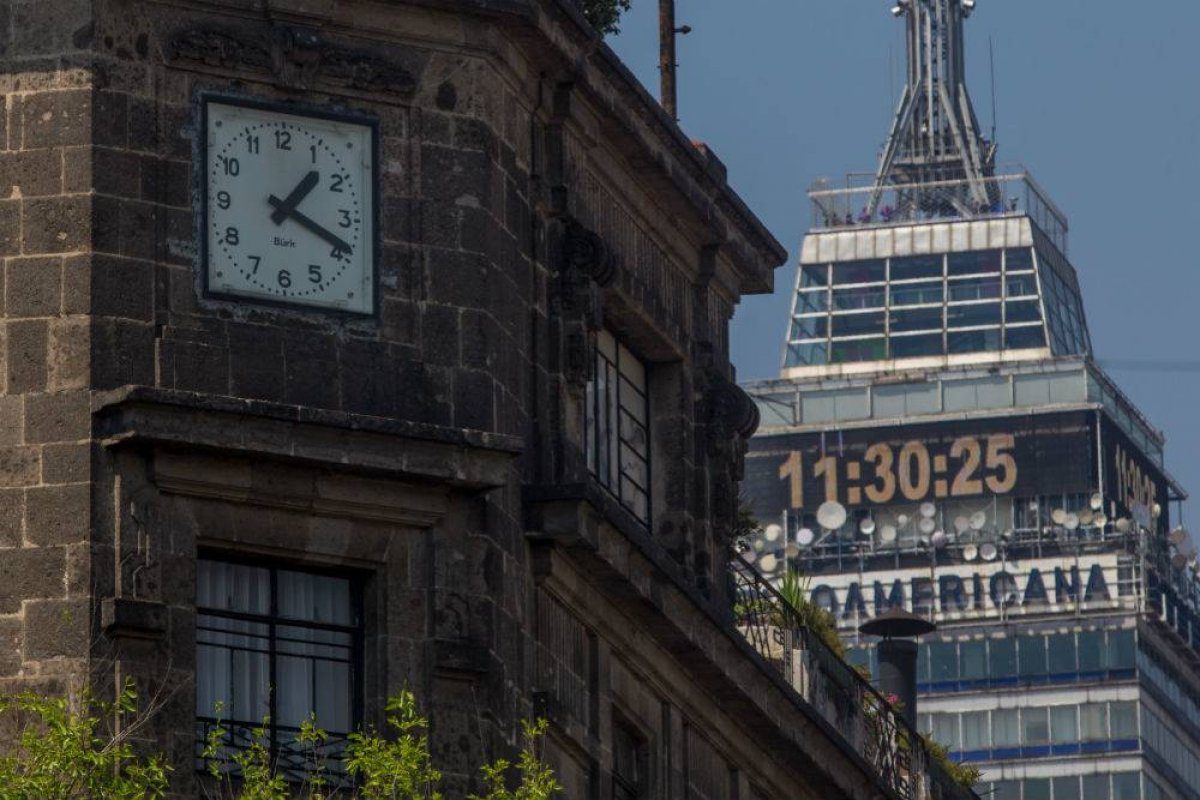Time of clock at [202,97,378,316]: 1:18
